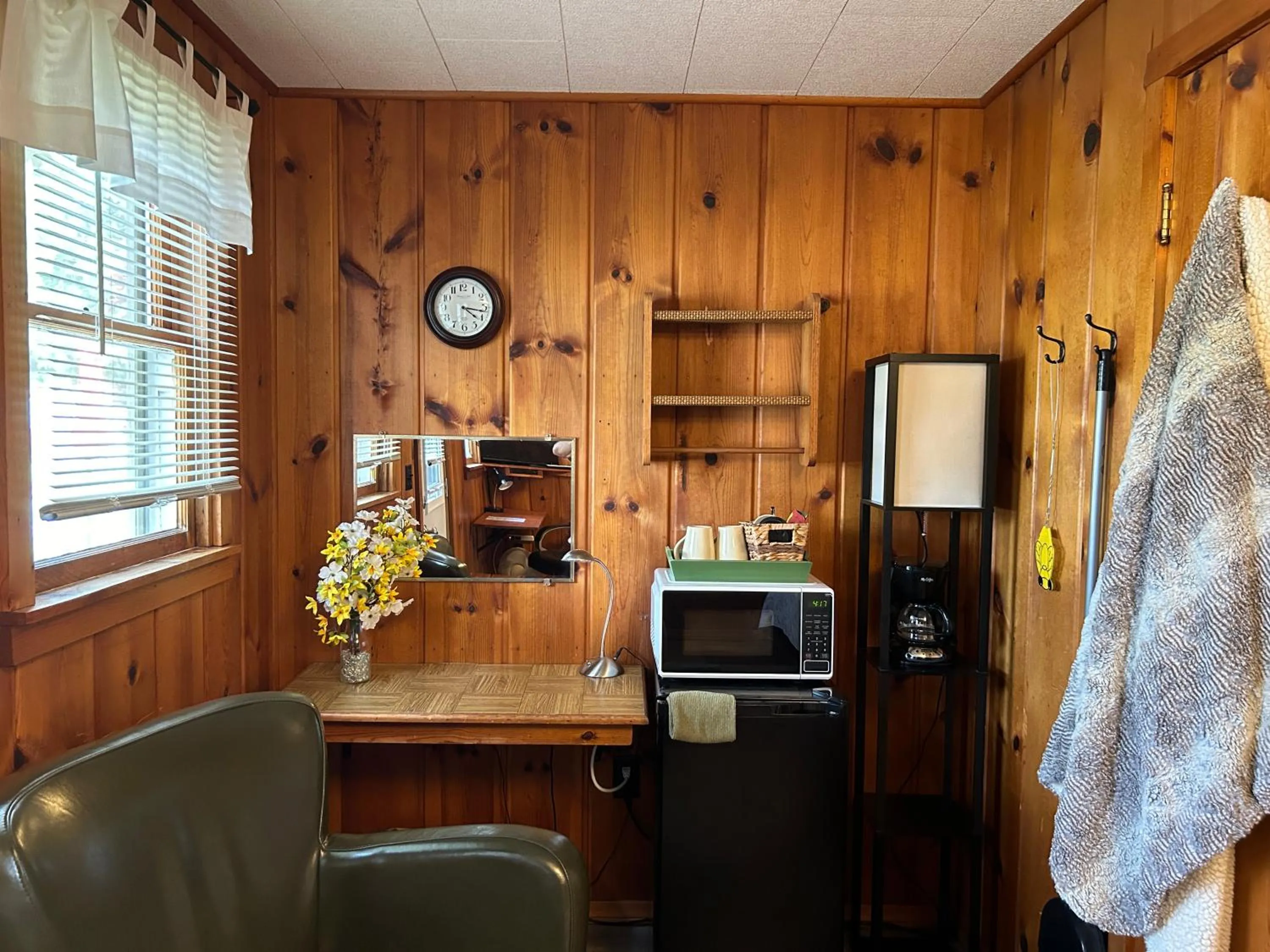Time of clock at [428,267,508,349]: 4:16
